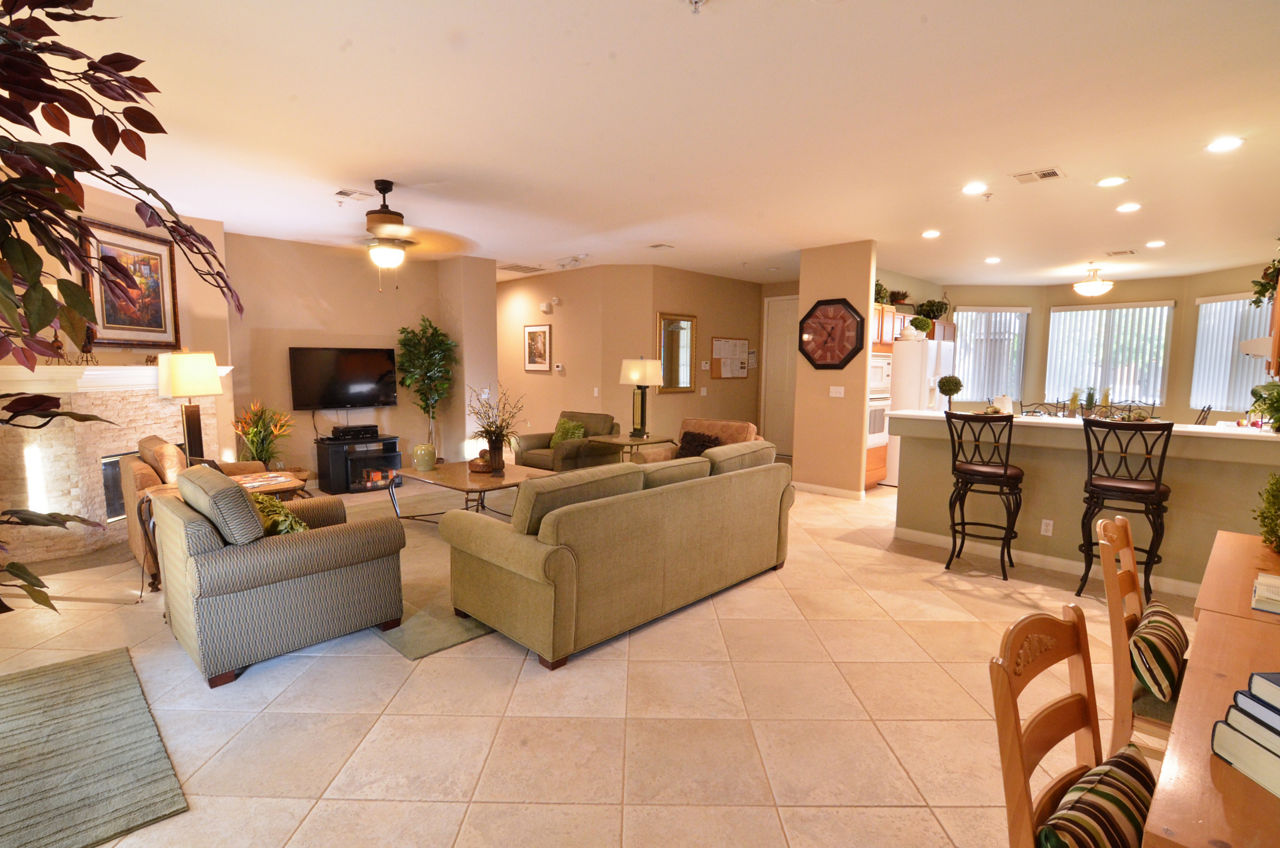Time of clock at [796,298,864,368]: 6:52
